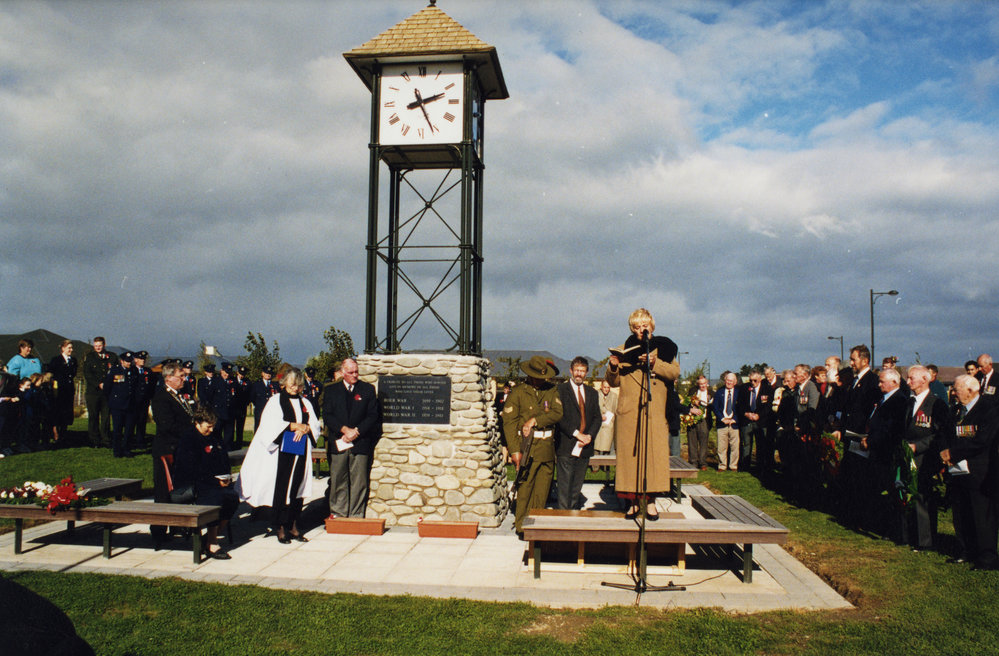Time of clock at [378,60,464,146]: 2:26
